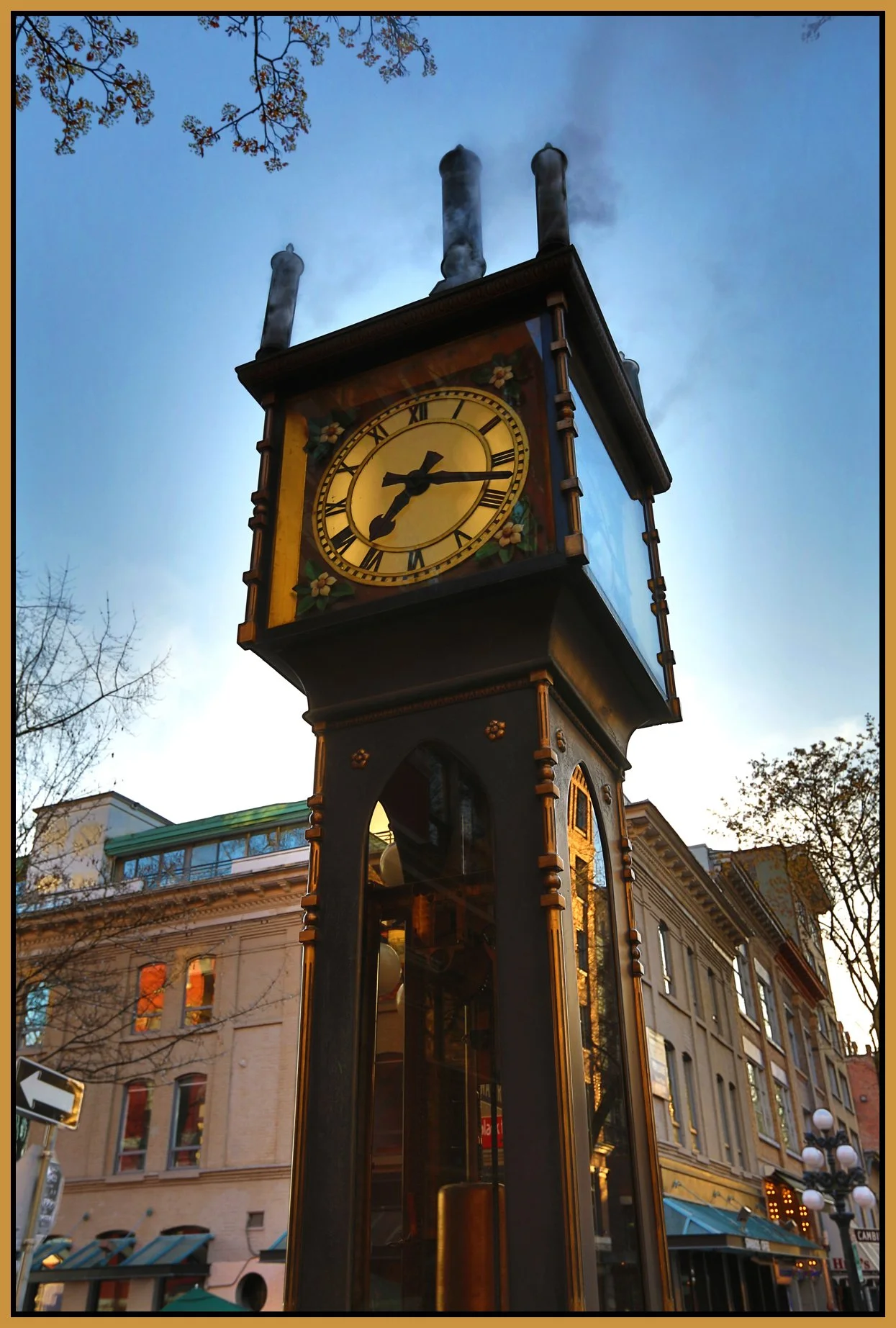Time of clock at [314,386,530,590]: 7:17
